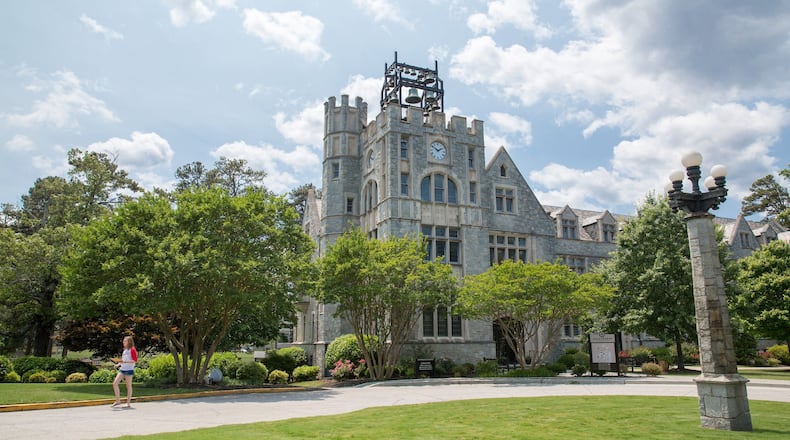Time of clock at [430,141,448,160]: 1:50
